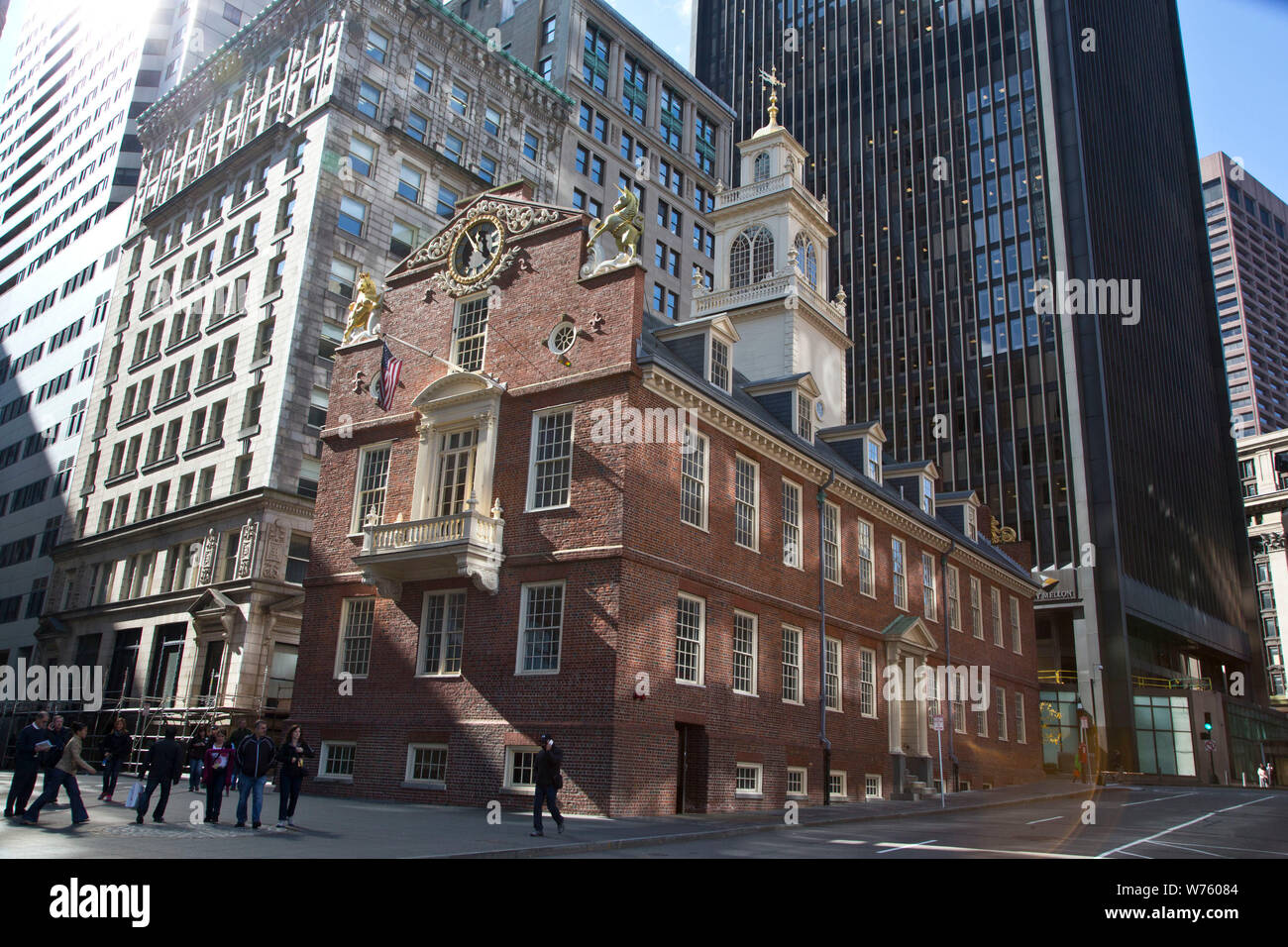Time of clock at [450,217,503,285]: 11:52
